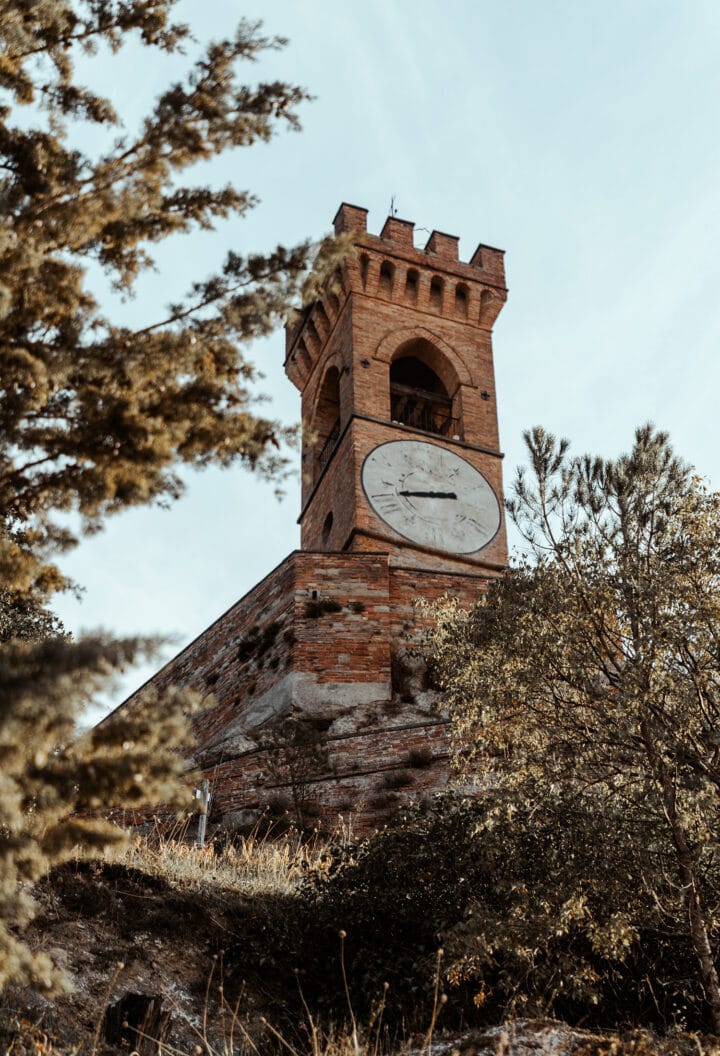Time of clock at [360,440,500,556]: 8:42
